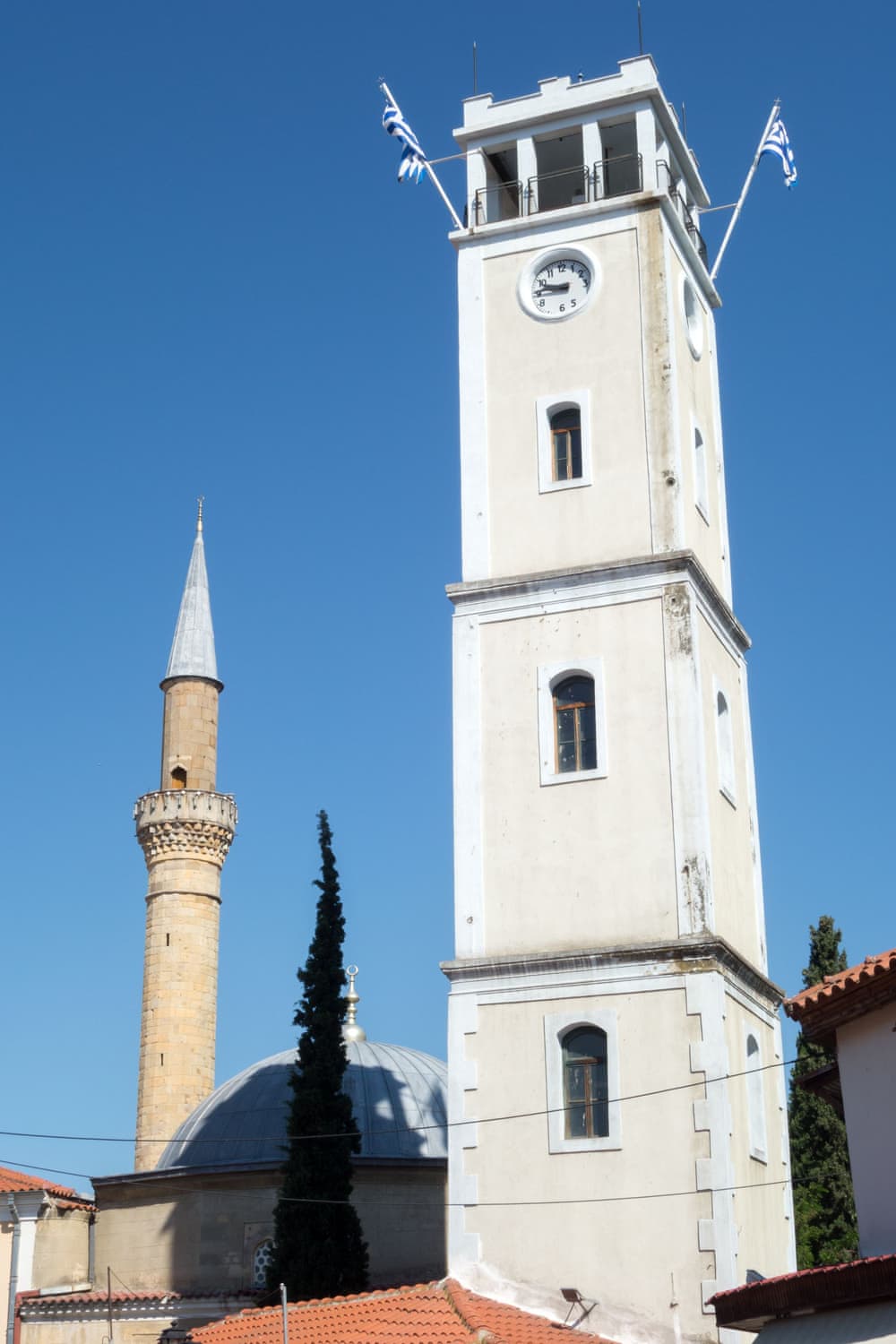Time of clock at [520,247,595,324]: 9:45
